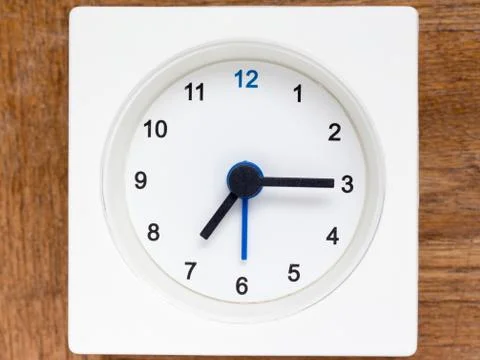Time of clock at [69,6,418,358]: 7:15
